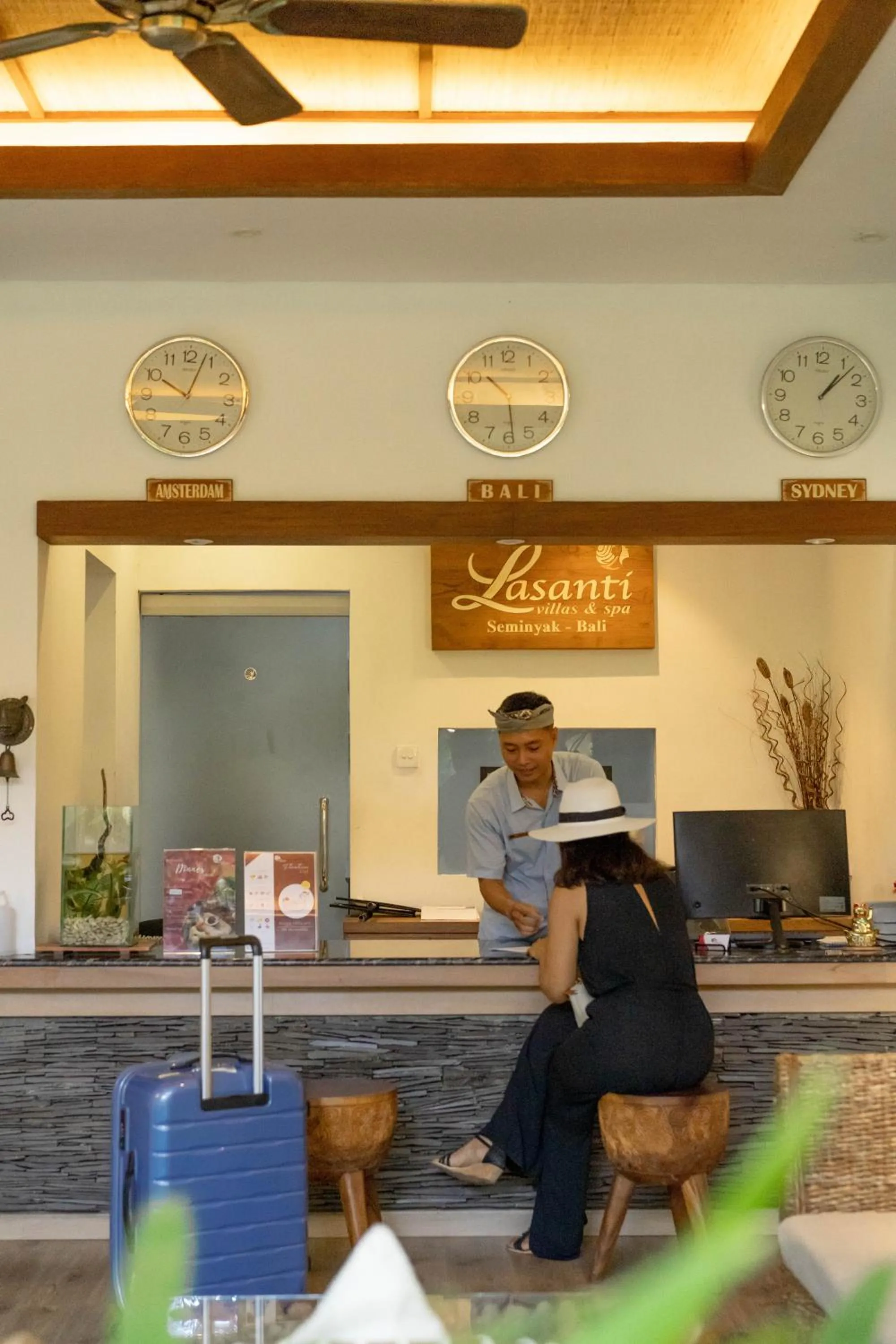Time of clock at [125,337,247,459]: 10:03
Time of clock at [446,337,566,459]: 10:29
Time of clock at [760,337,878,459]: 1:07
